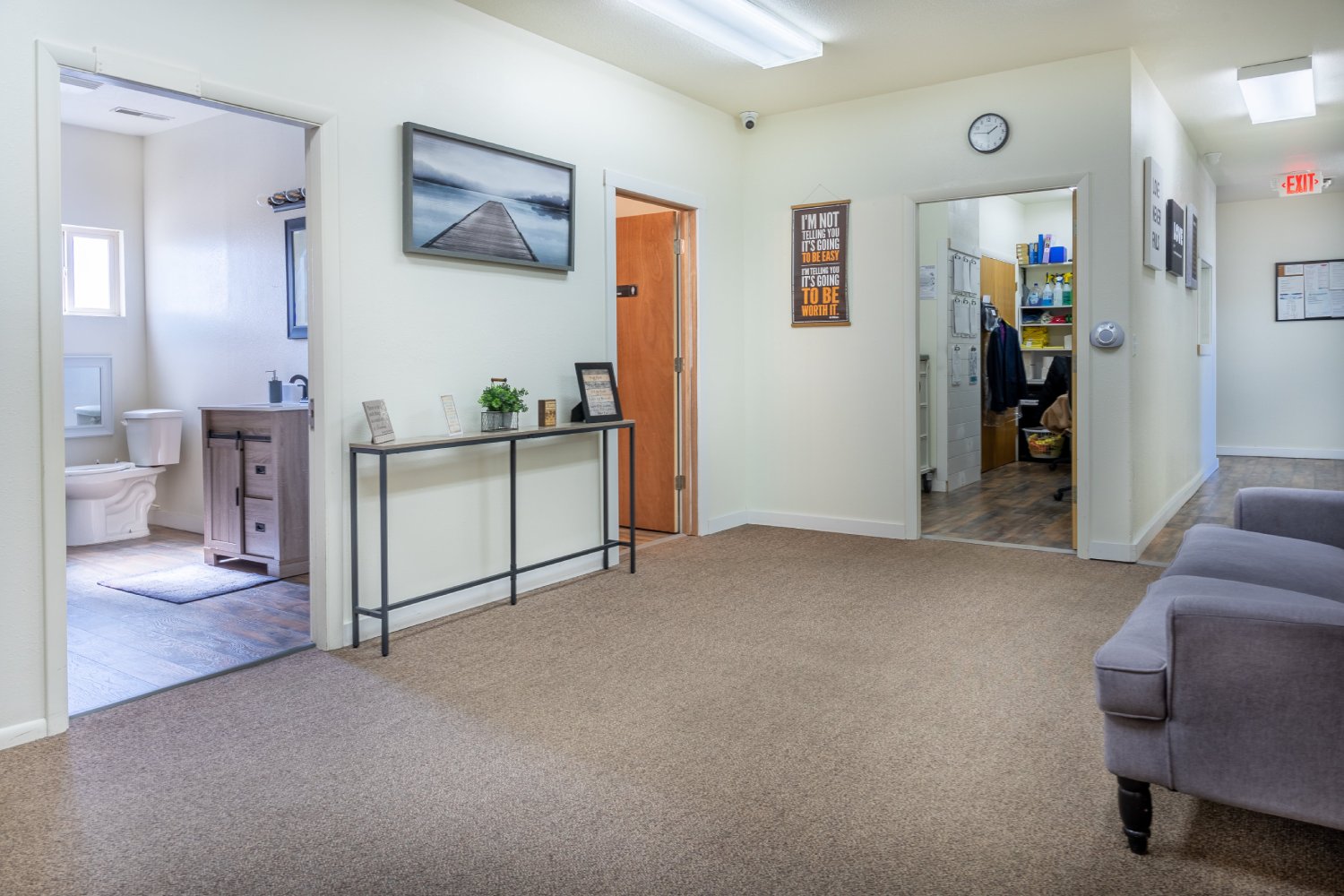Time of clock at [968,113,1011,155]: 1:46
